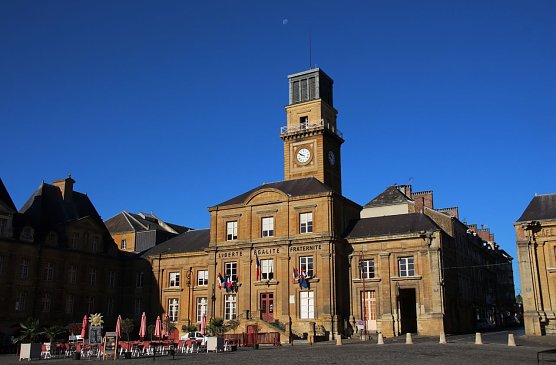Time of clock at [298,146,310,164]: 9:50
